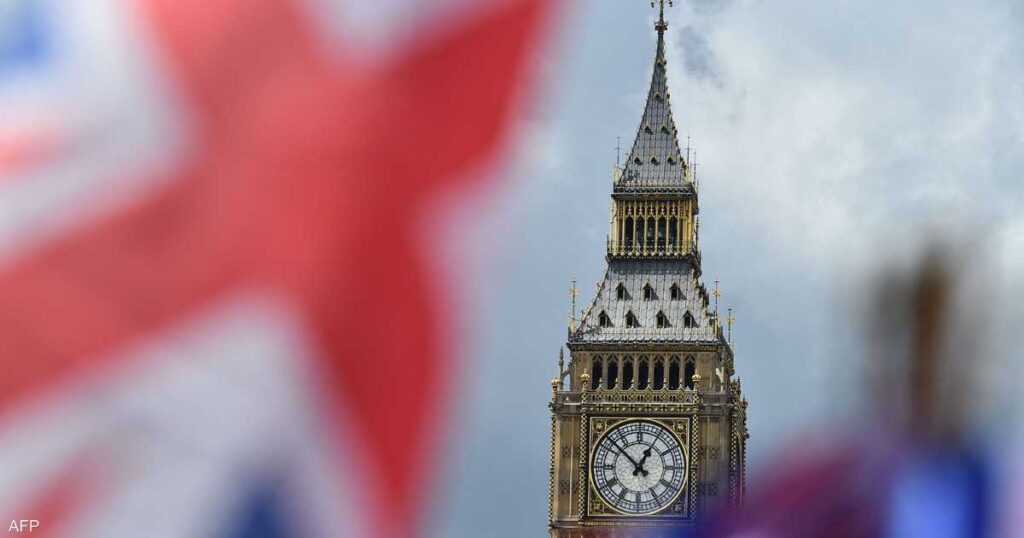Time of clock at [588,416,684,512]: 12:52
